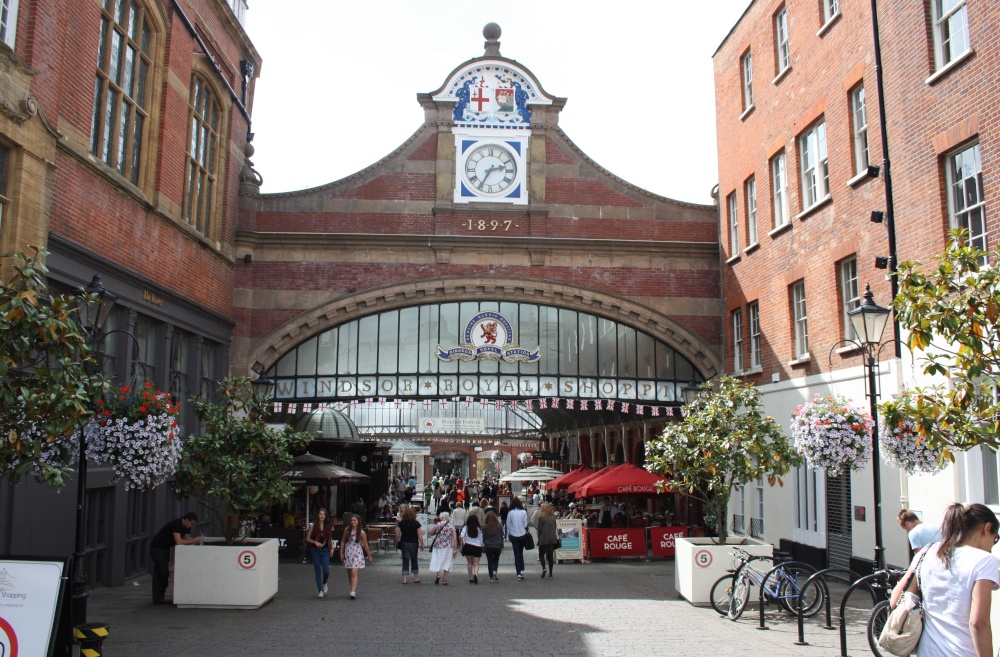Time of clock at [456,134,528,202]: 2:34
